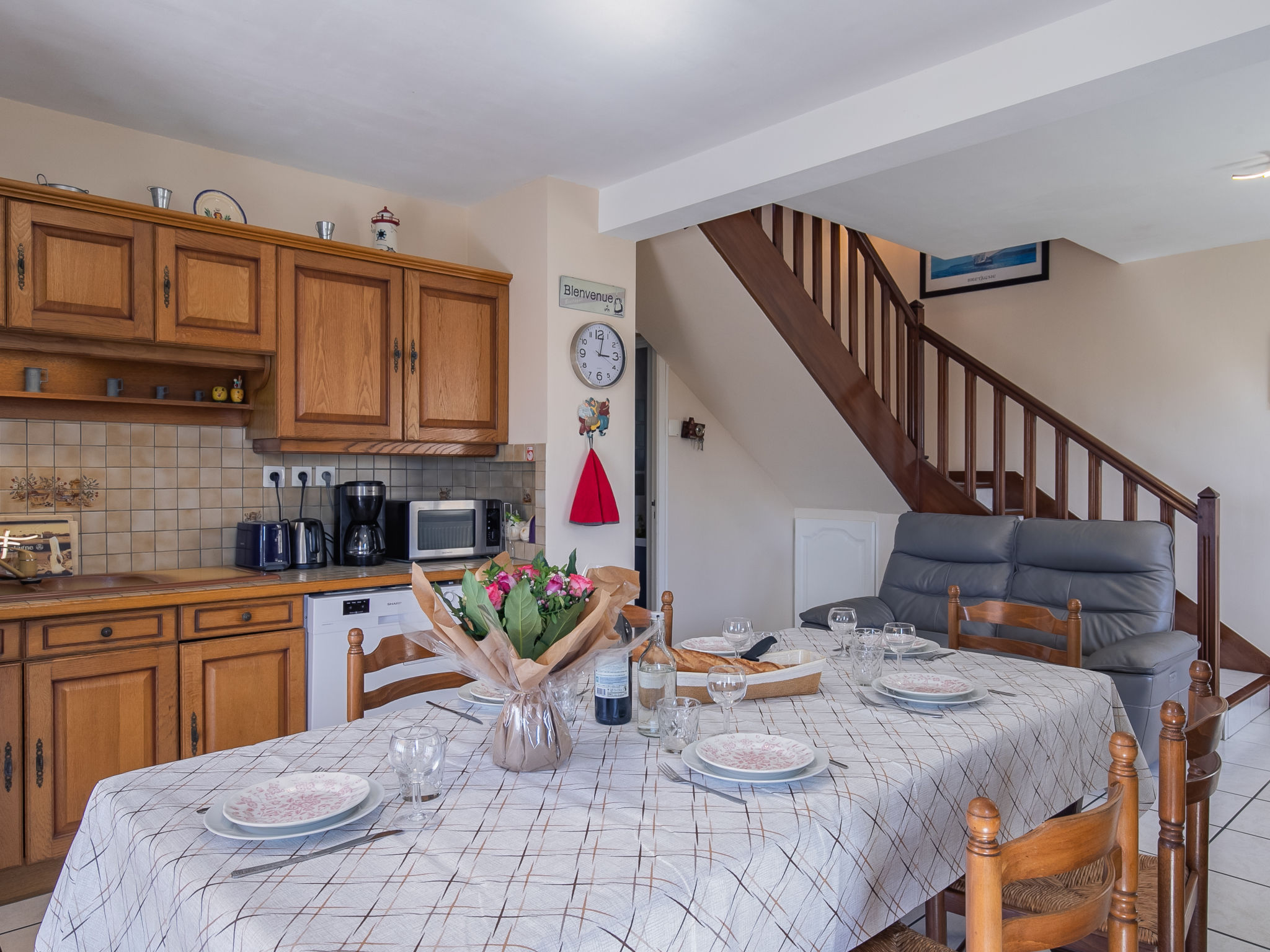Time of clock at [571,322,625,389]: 3:02
